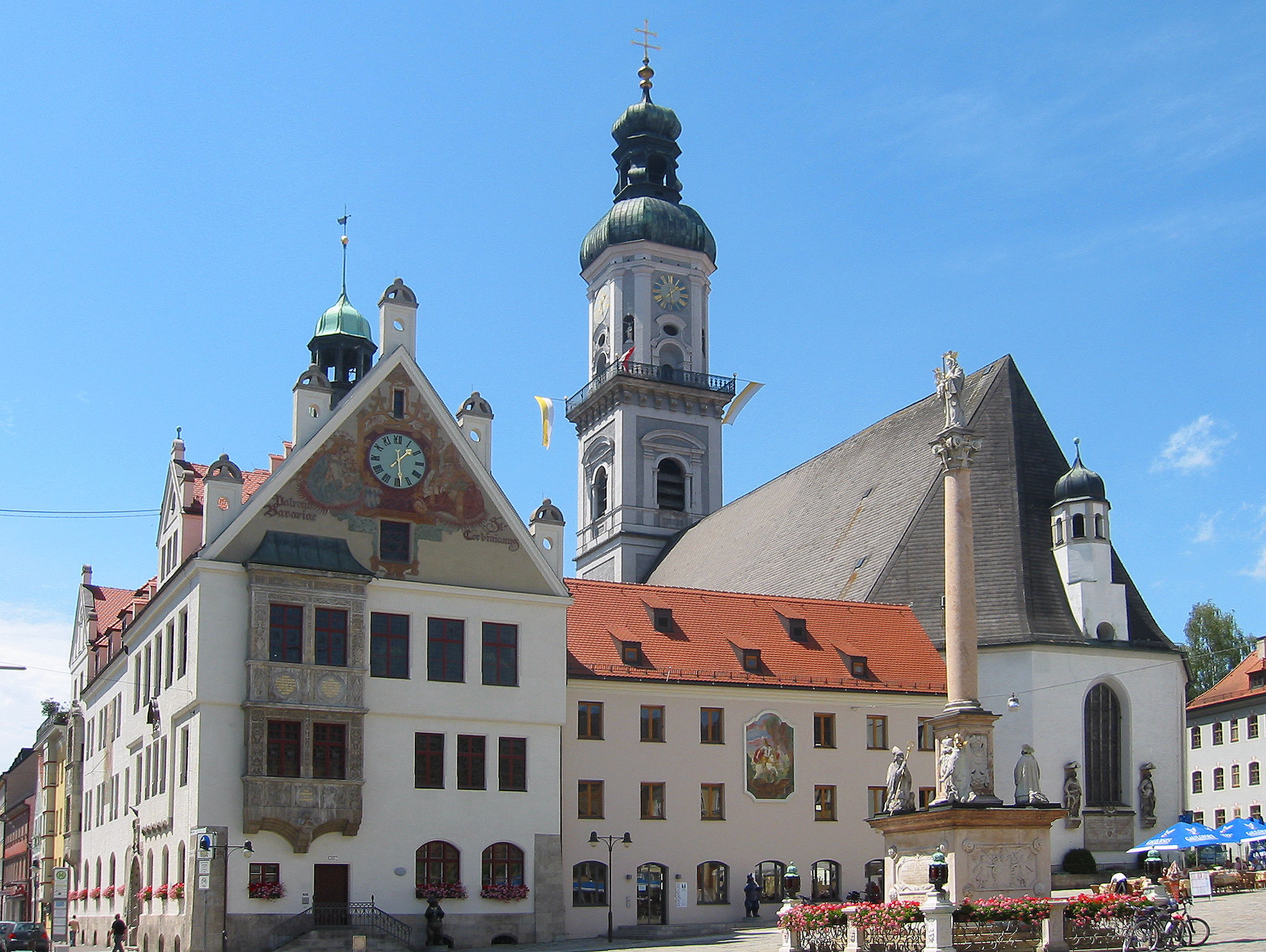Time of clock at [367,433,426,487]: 1:28
